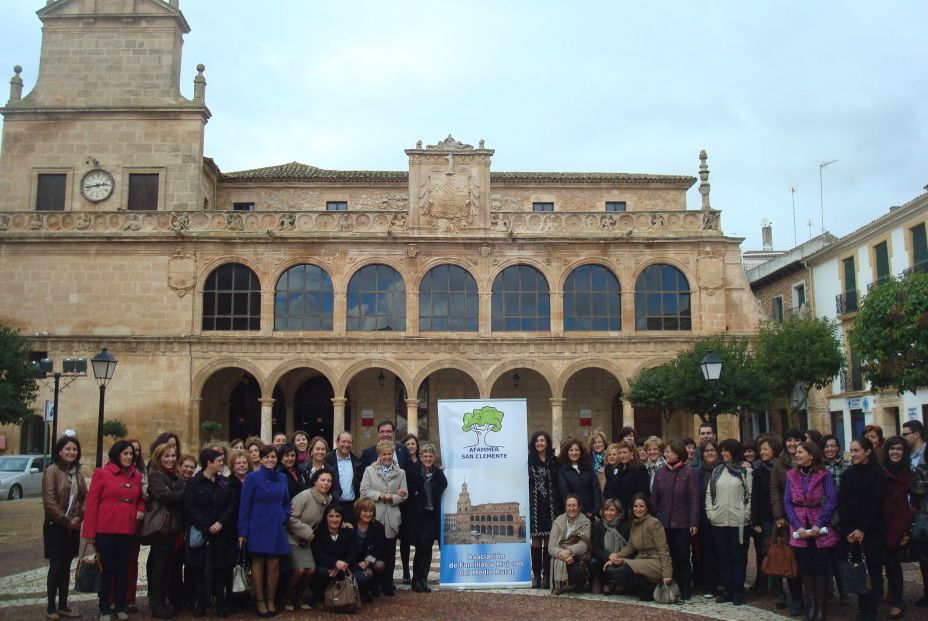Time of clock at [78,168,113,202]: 2:43
